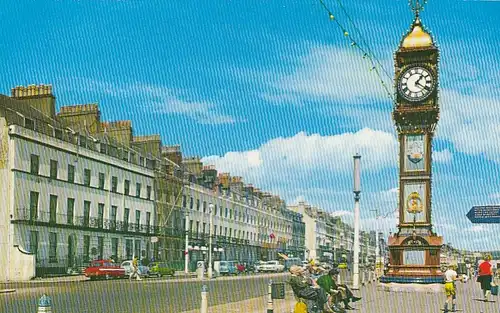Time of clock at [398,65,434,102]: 1:20
